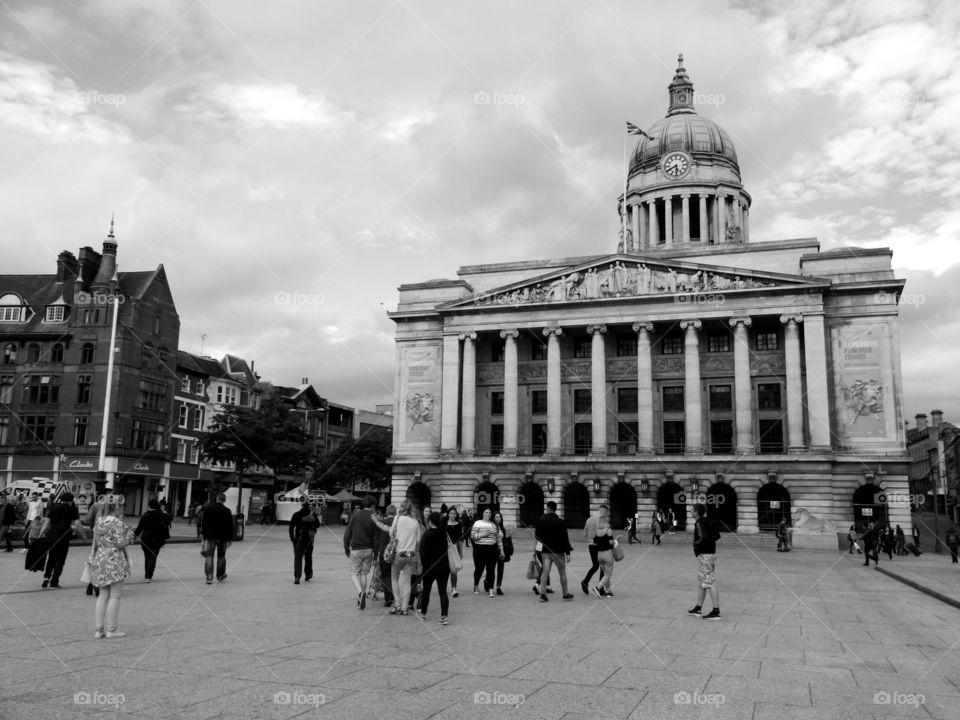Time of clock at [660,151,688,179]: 5:40
